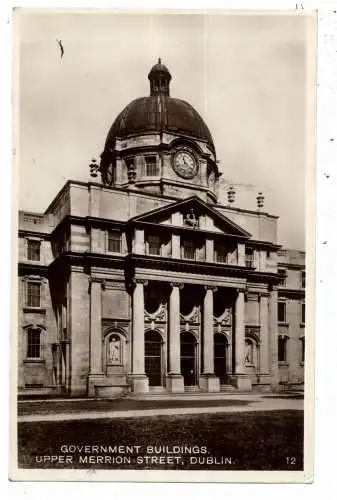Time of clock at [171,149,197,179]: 11:21
